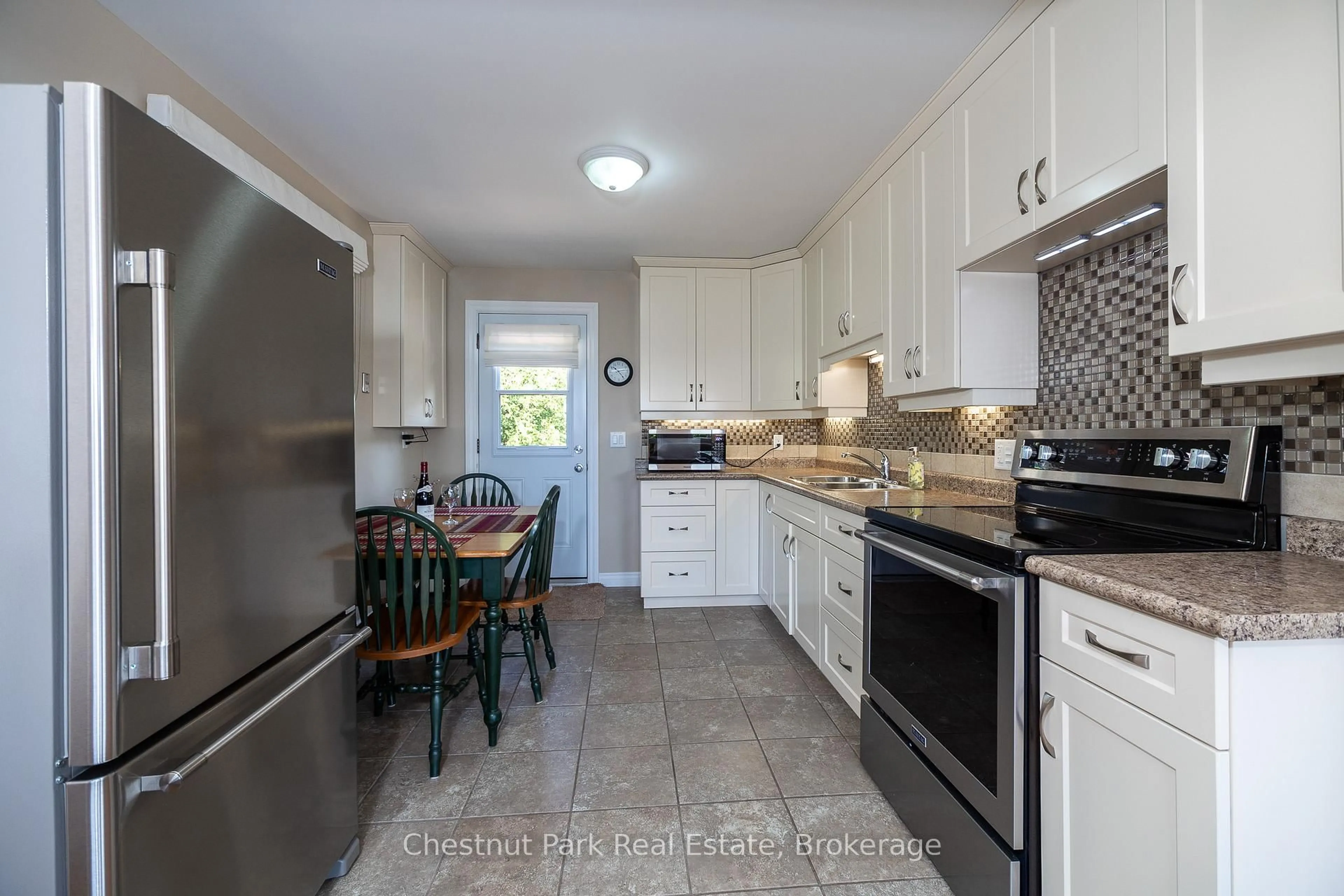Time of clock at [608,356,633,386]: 10:23
